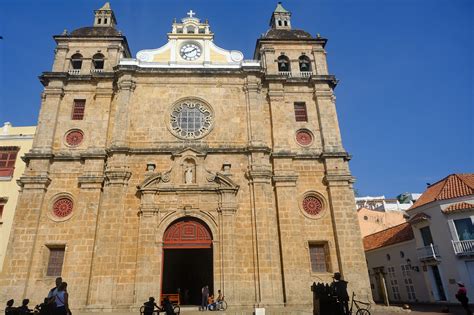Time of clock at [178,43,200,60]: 1:42
